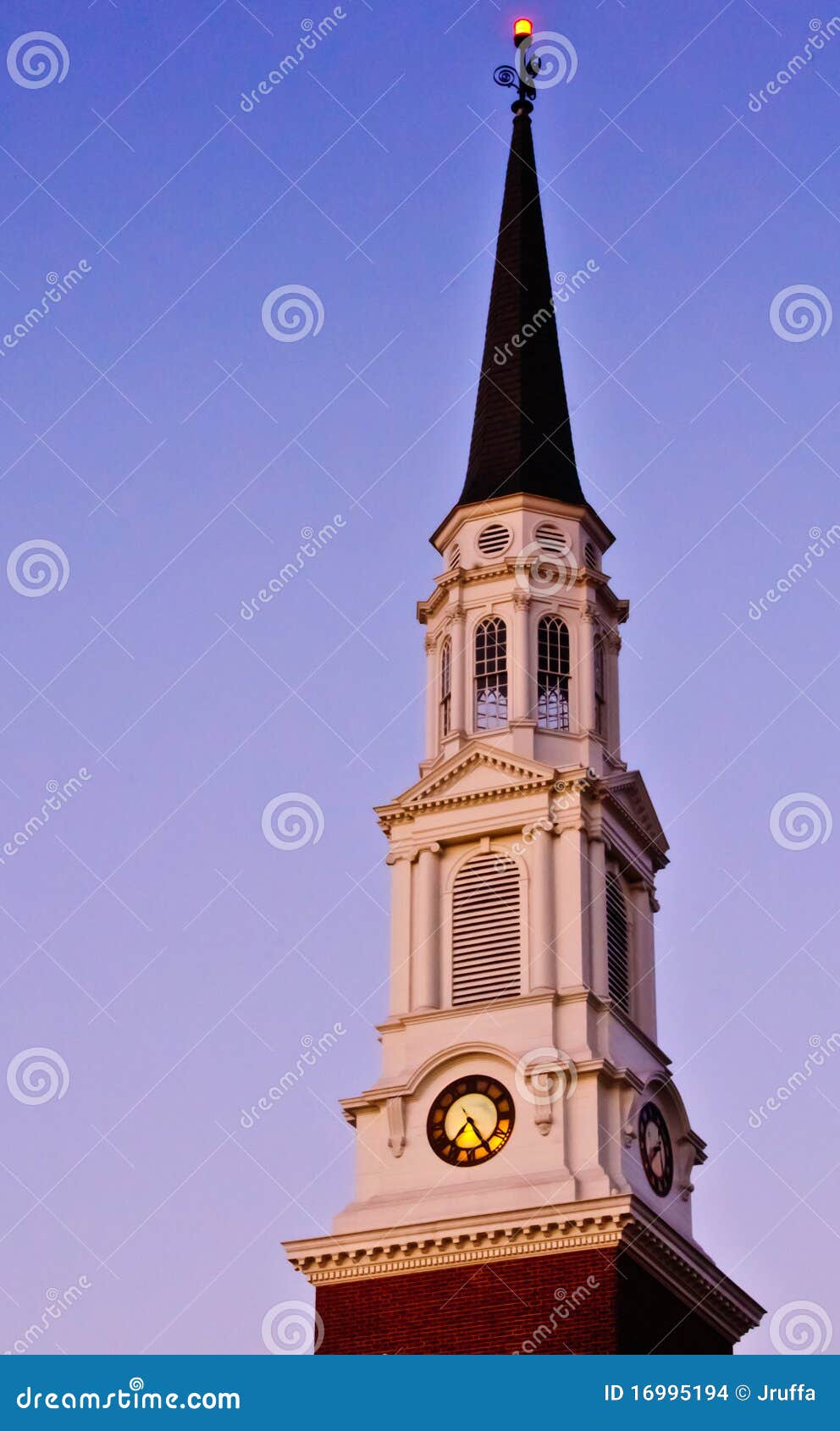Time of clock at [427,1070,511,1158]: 7:24
